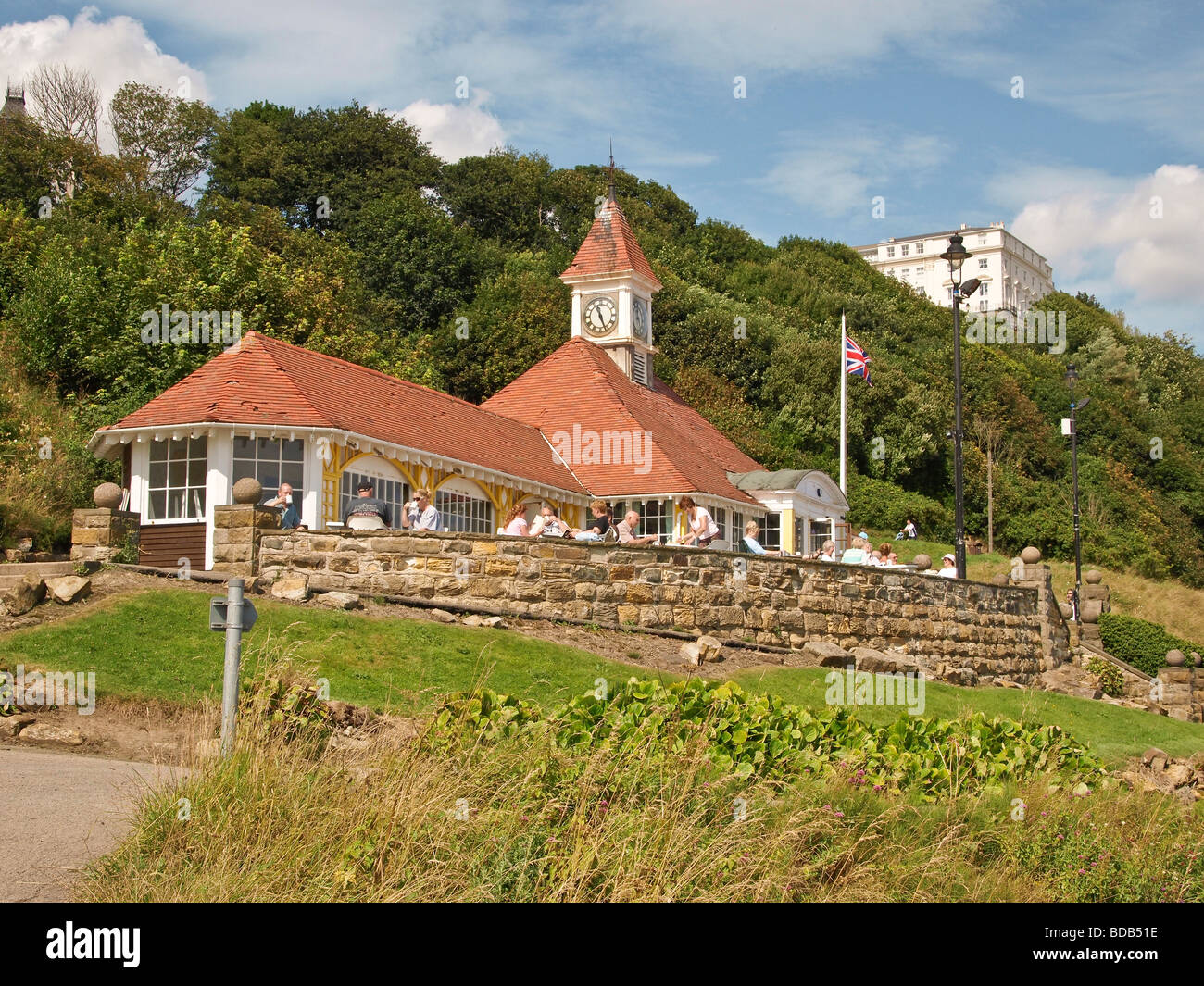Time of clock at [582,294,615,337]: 11:26
